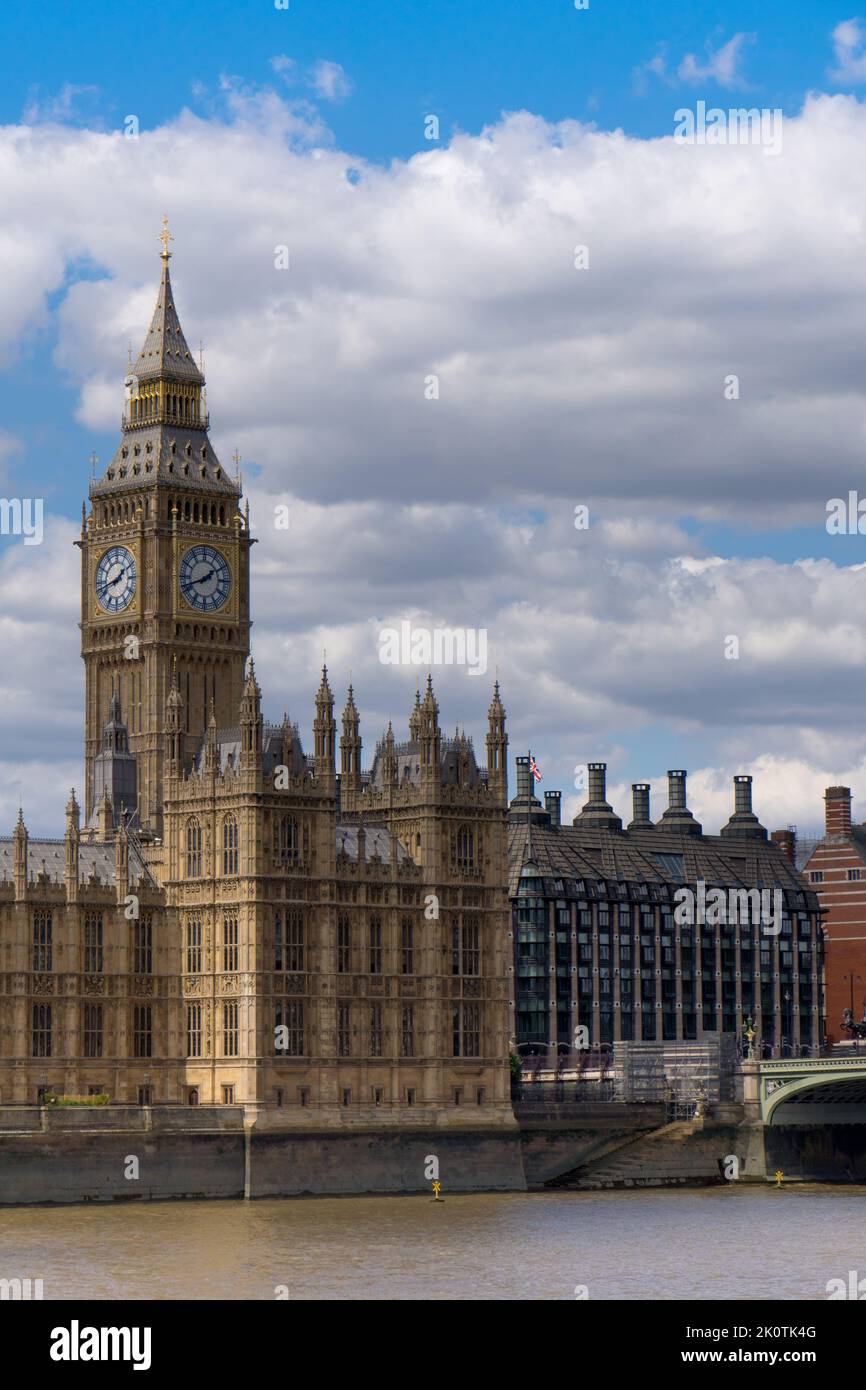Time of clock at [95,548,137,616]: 1:42
